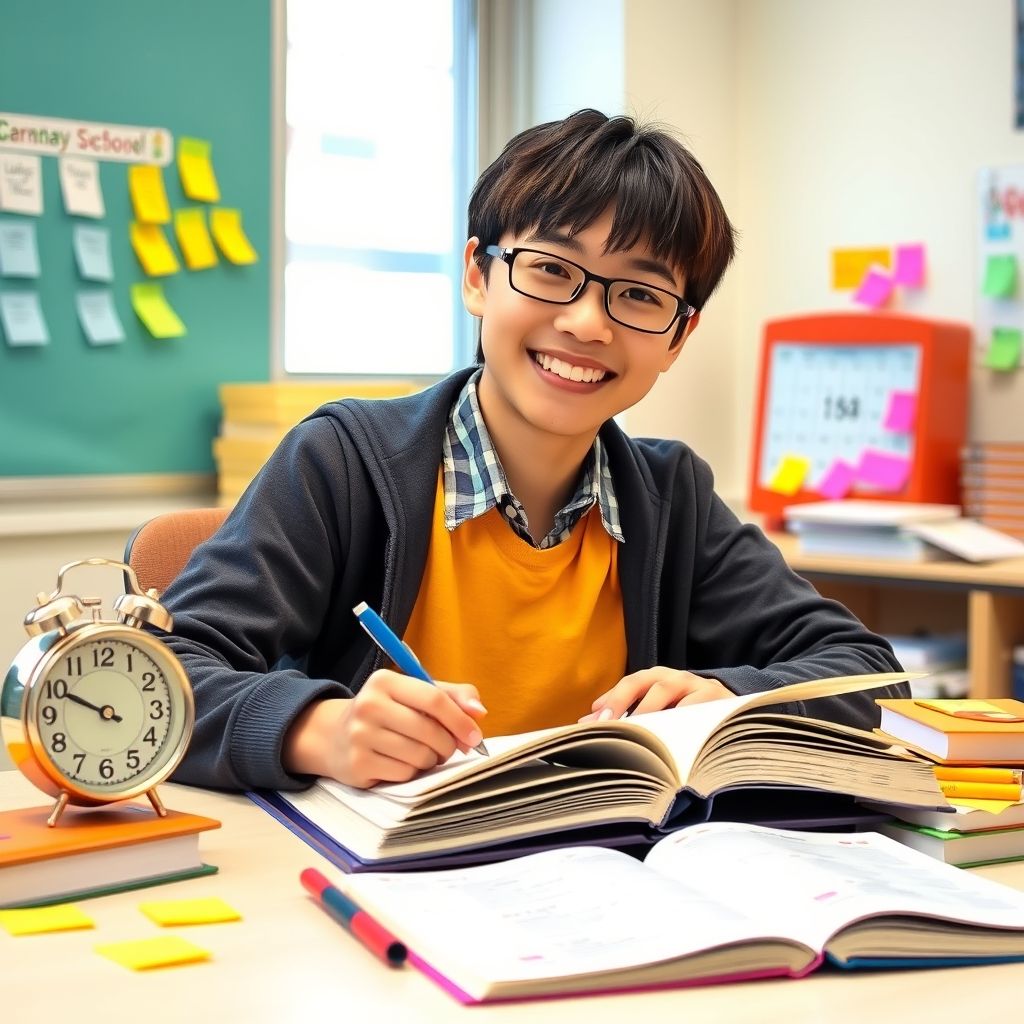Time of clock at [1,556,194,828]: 9:49
